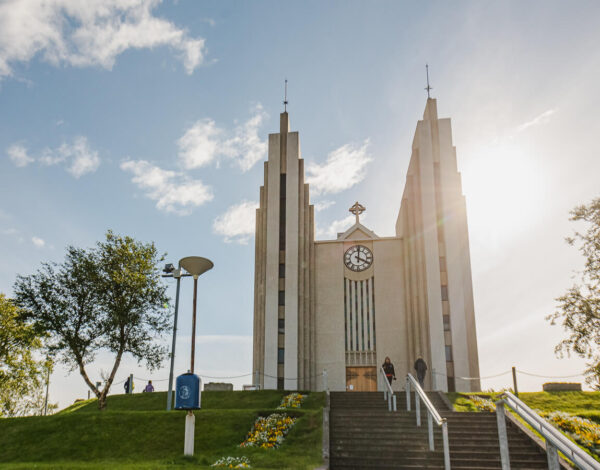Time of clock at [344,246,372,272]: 4:00
